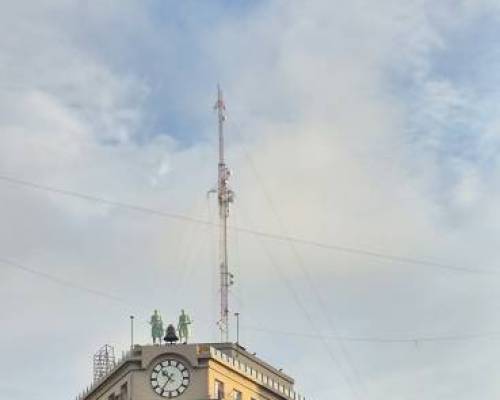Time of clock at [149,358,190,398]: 10:36
